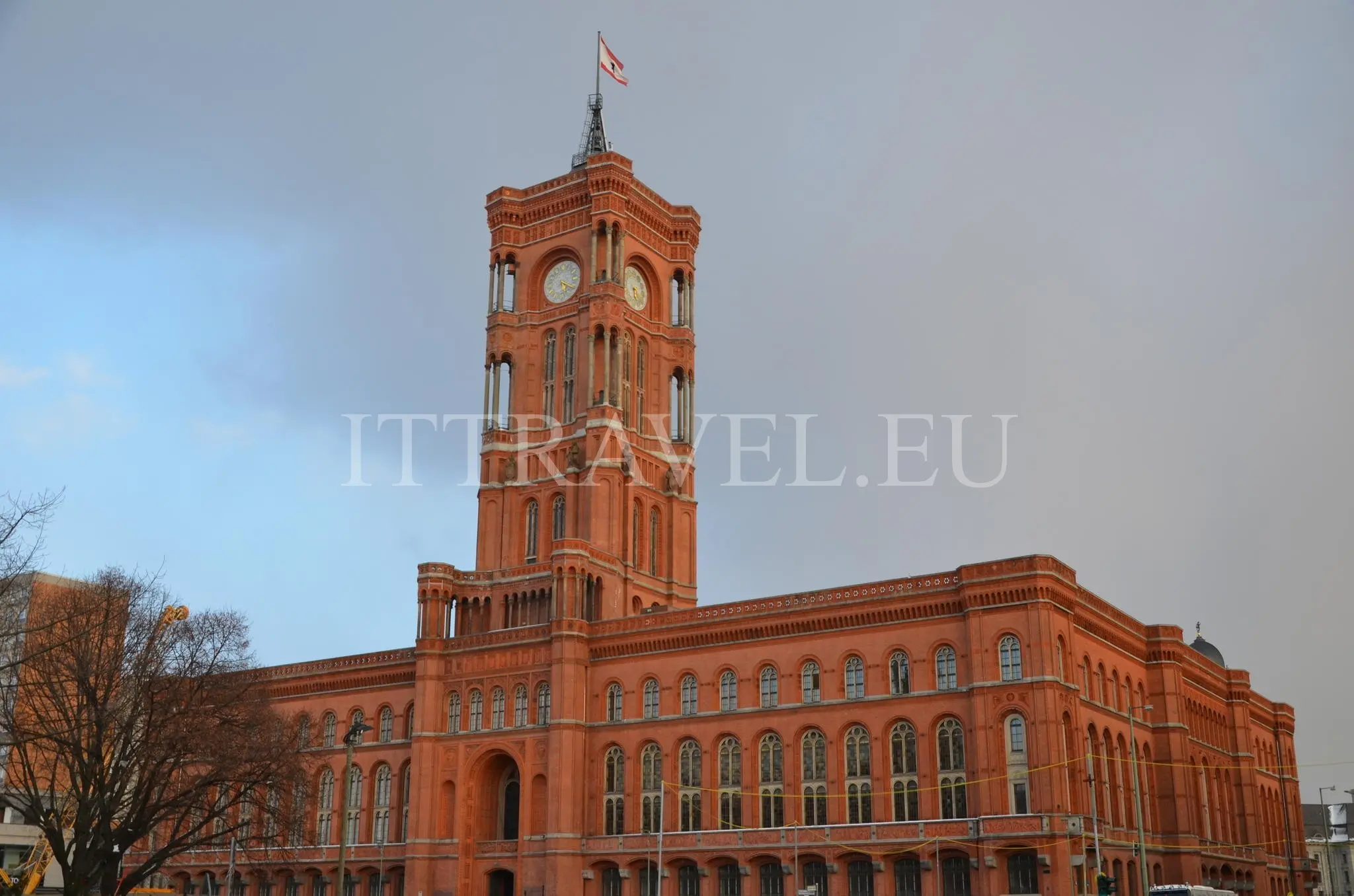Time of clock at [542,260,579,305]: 5:19
